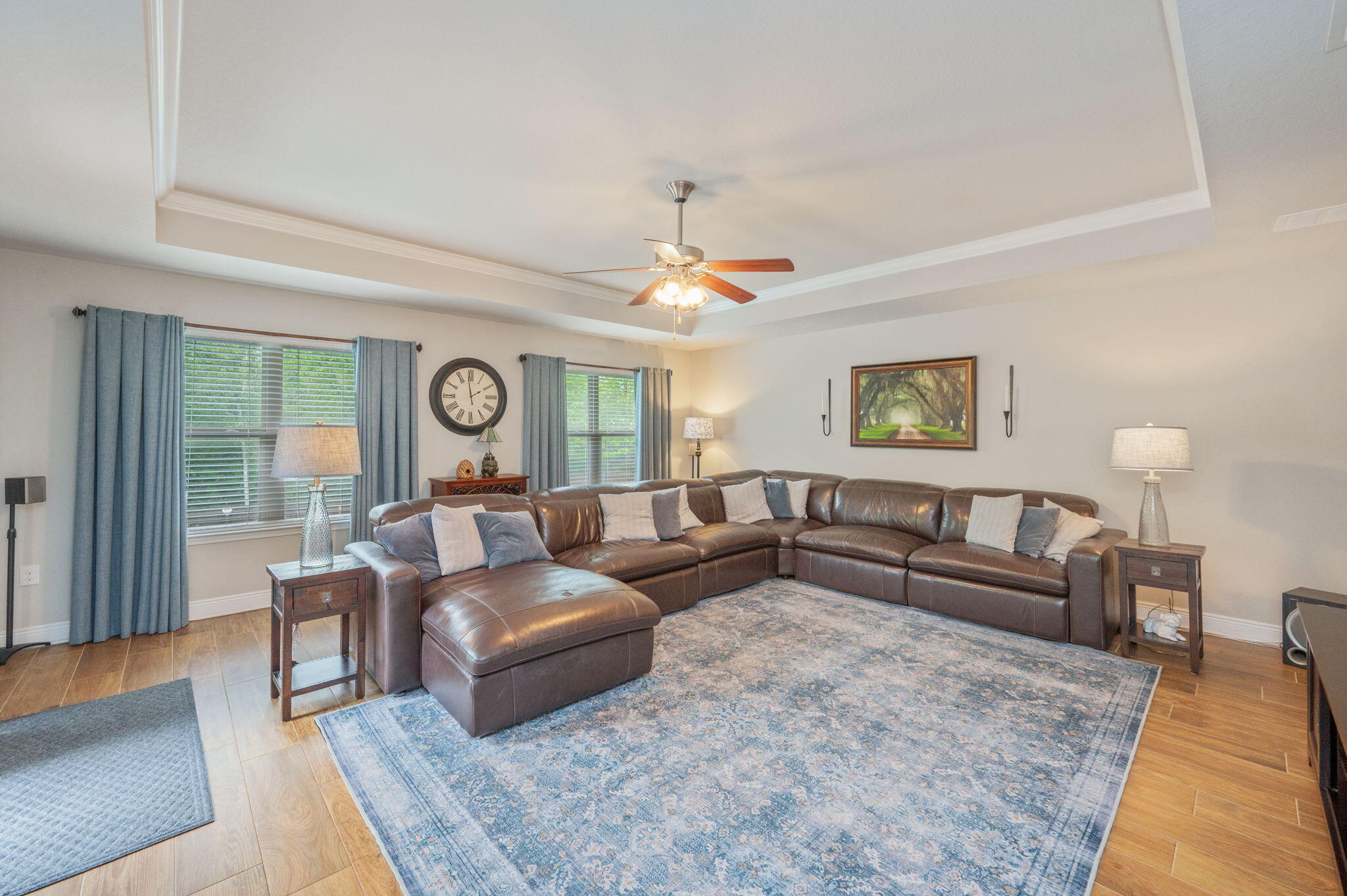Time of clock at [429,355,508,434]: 1:58
